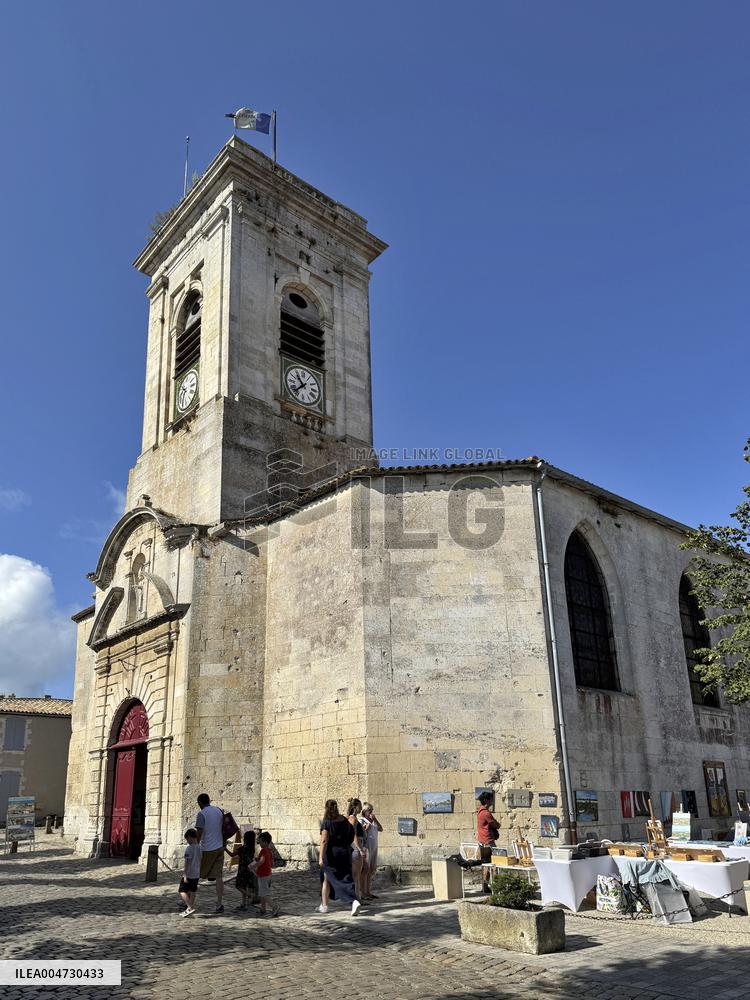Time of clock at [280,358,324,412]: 10:37
